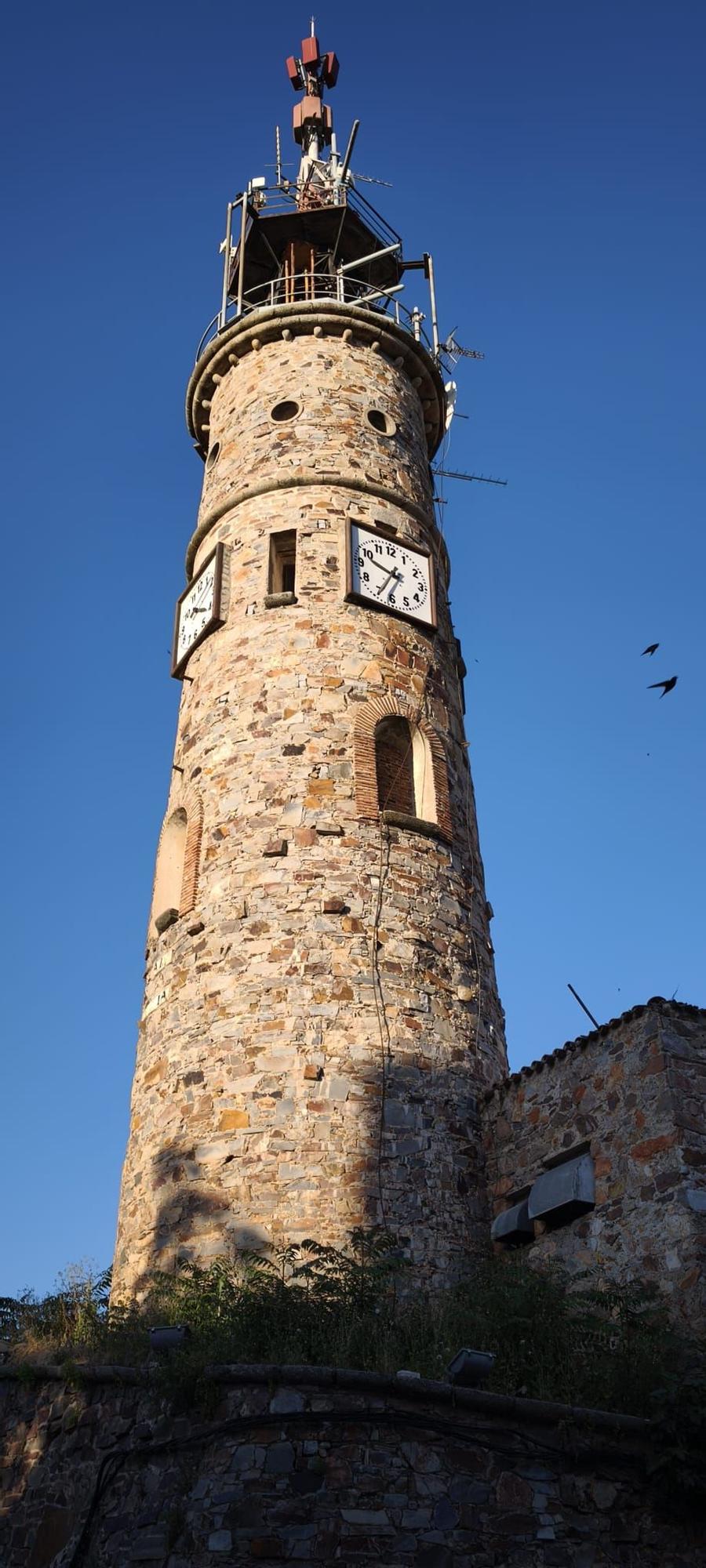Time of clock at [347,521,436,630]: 9:34
